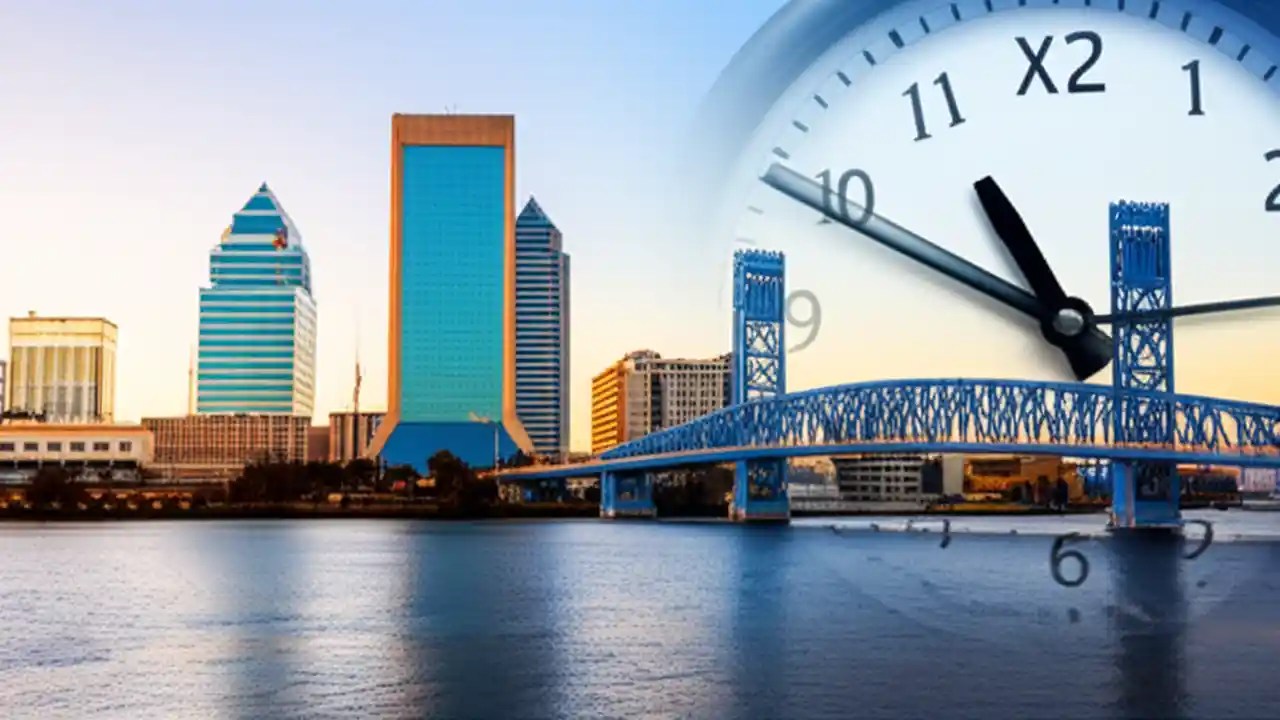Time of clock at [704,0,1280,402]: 10:49
